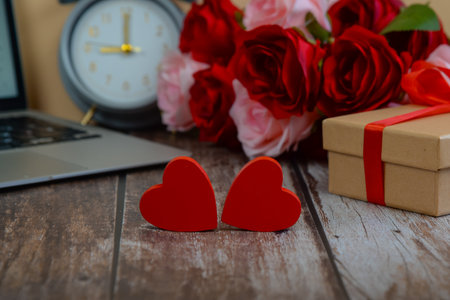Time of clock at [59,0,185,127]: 9:00
